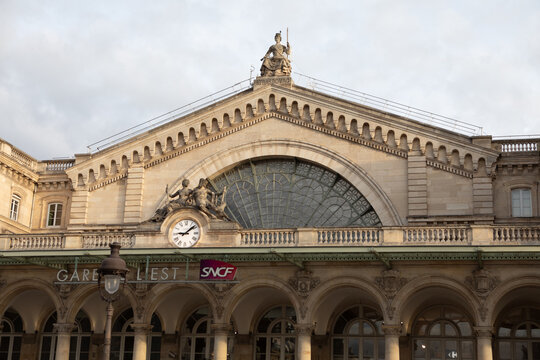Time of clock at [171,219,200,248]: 9:08
